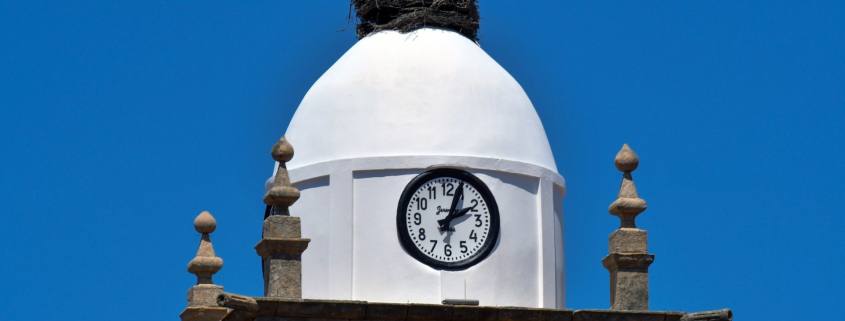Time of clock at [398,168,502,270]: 2:03
